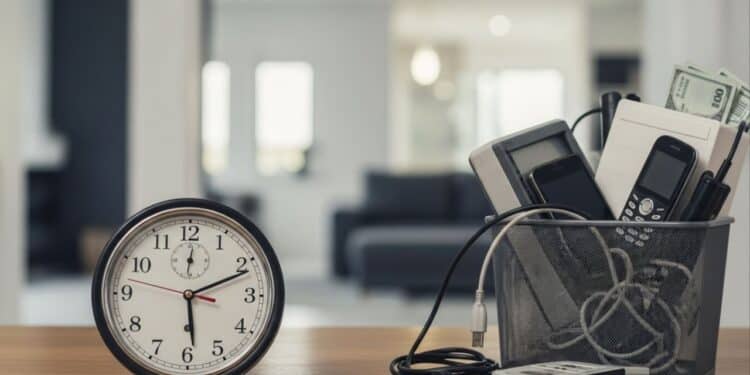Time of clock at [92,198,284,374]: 5:11
